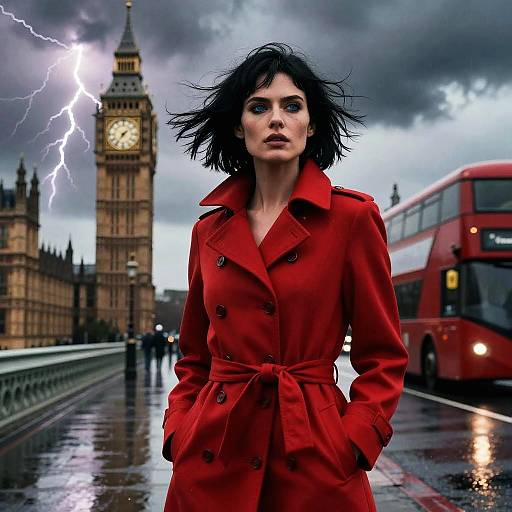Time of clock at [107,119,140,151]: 1:36
